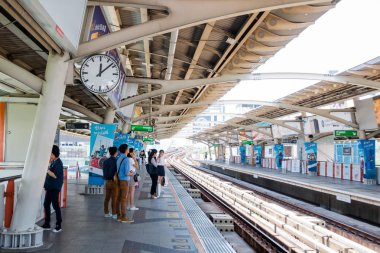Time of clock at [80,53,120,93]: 12:08
